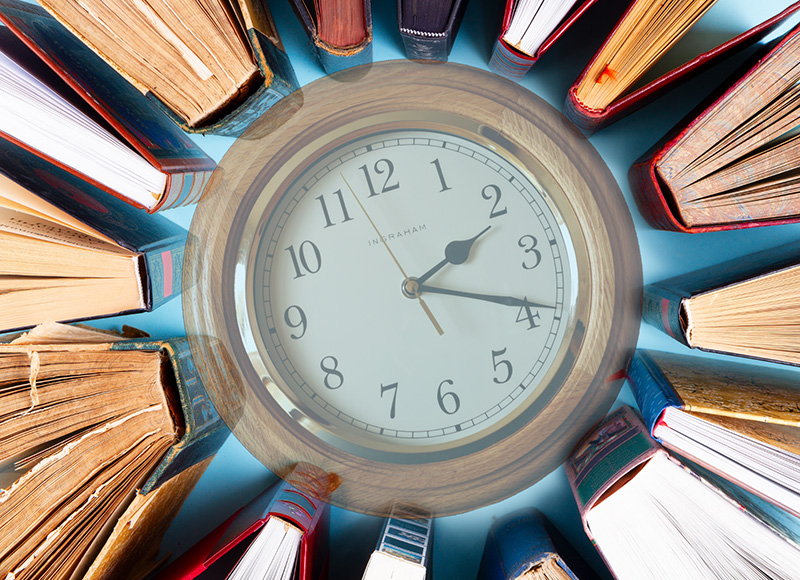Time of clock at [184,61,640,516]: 2:19
